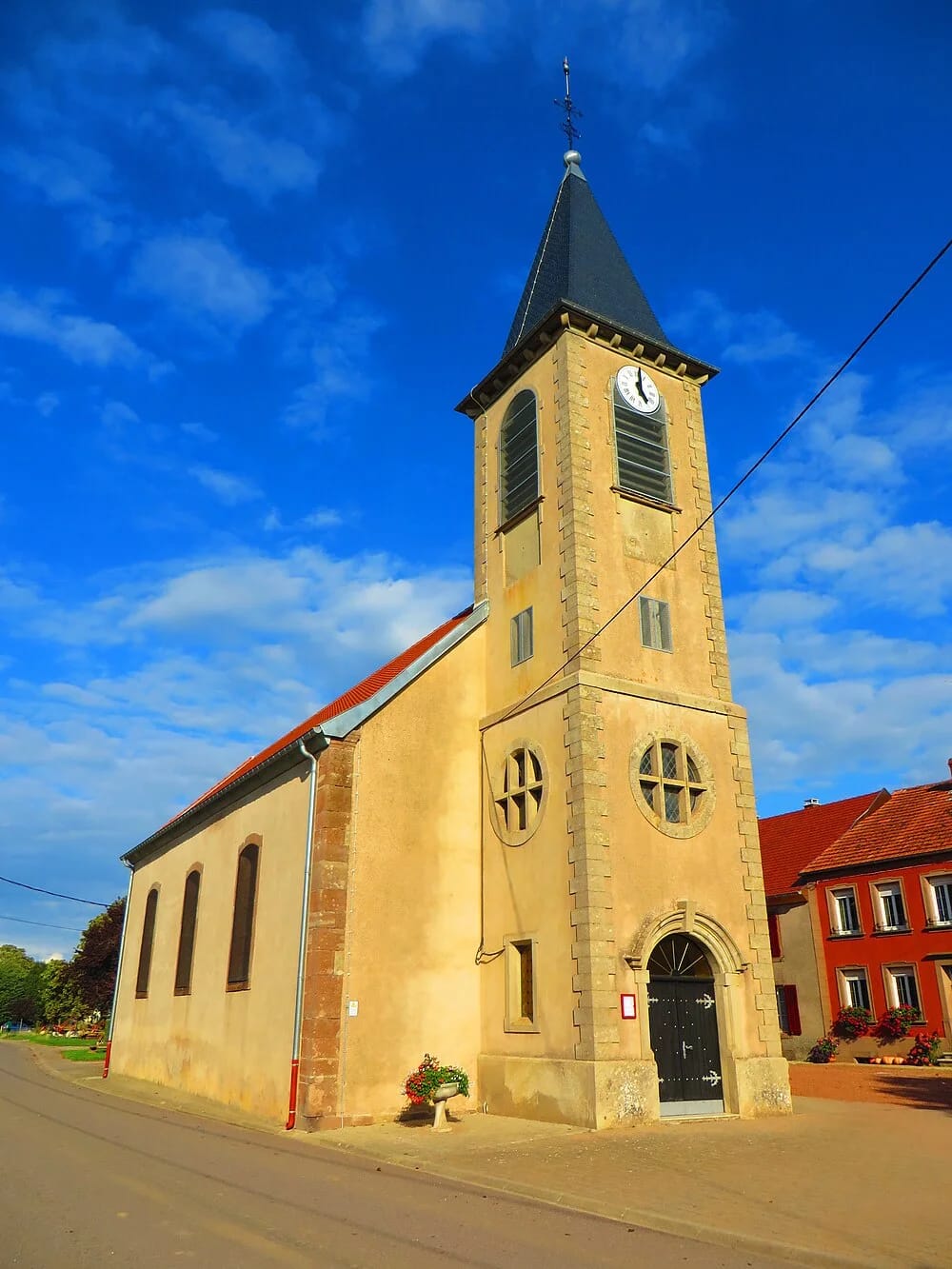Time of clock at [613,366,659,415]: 5:01
